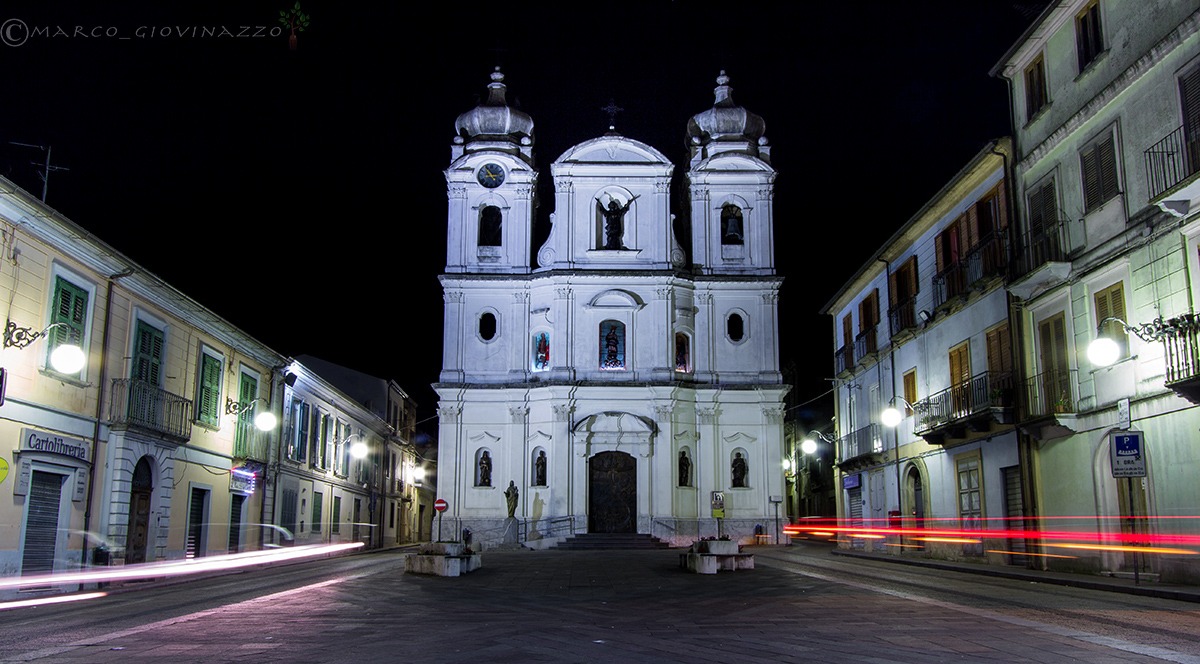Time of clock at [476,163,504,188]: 2:54
